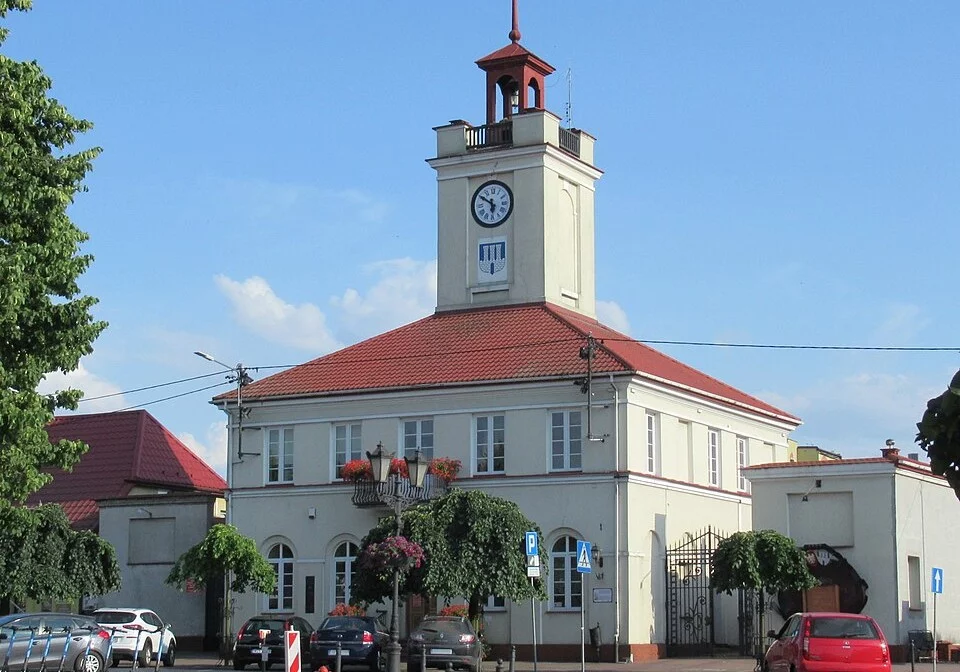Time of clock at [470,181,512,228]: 5:50
